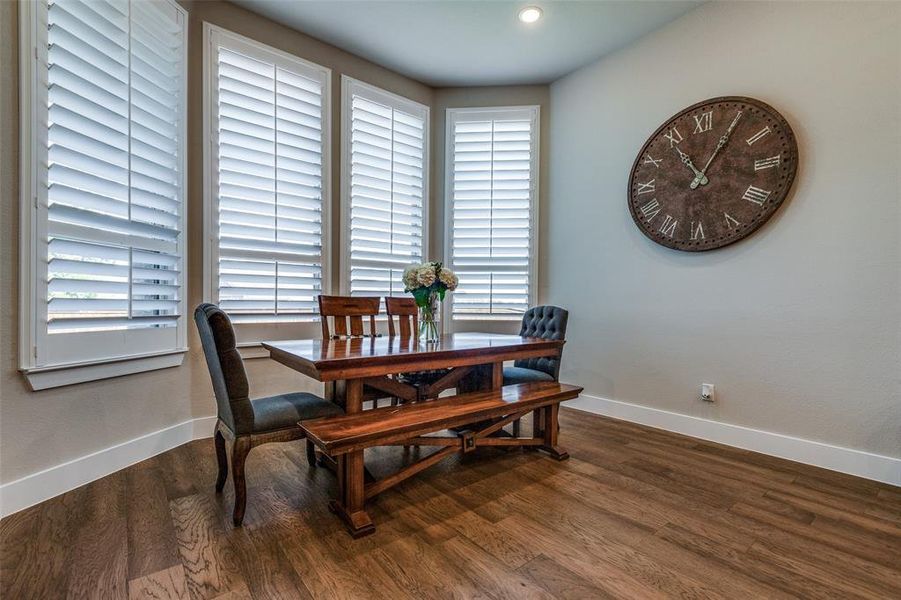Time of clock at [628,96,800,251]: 11:05
